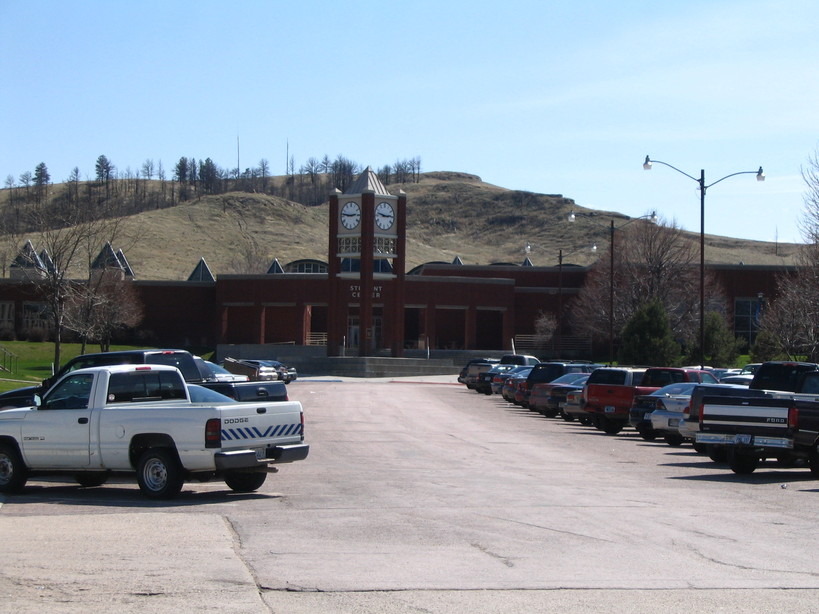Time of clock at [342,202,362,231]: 2:46
